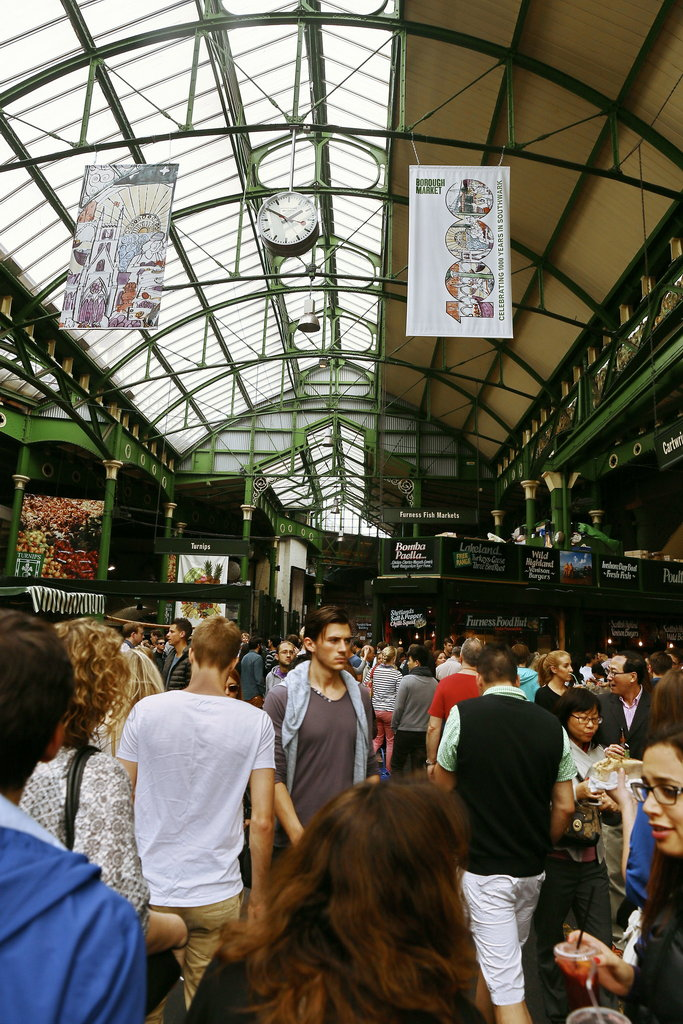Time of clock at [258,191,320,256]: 1:50
